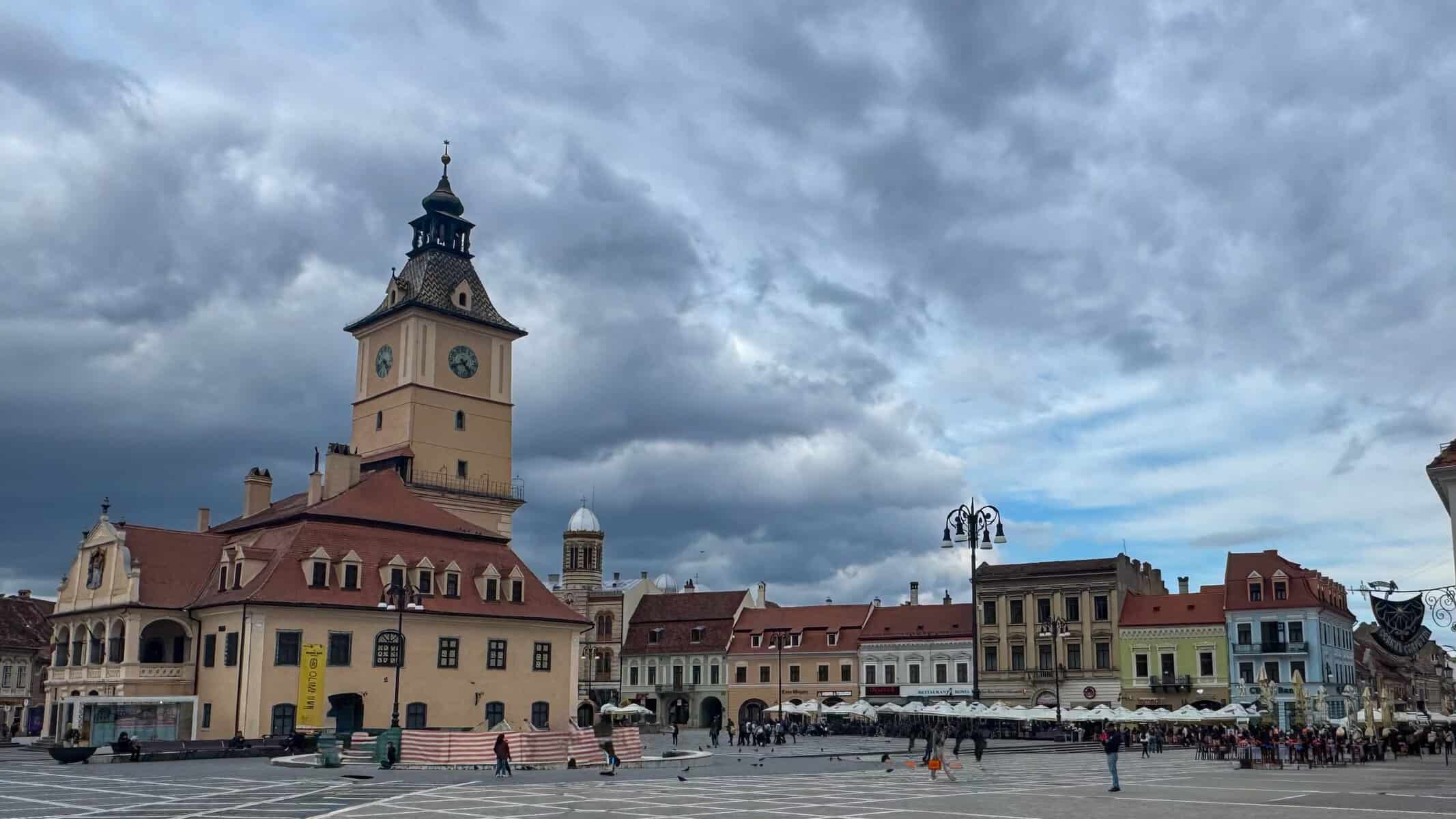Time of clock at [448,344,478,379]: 4:40
